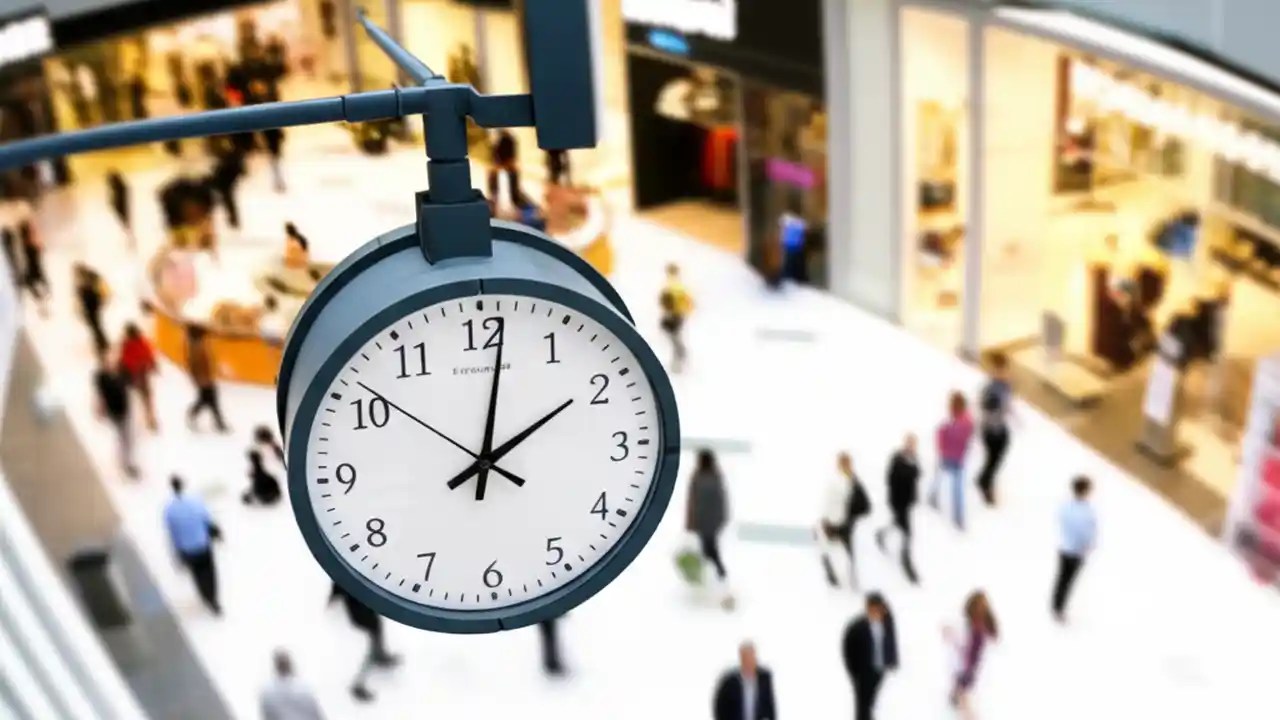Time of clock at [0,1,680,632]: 2:01
